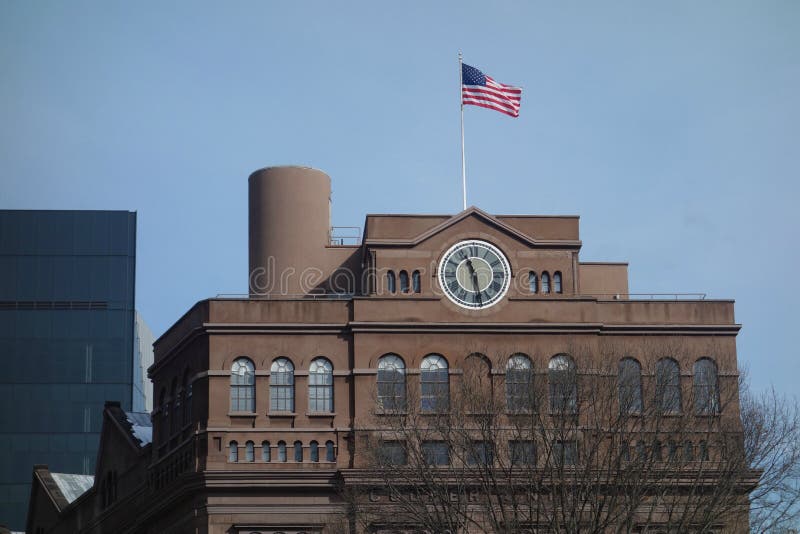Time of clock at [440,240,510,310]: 11:28
